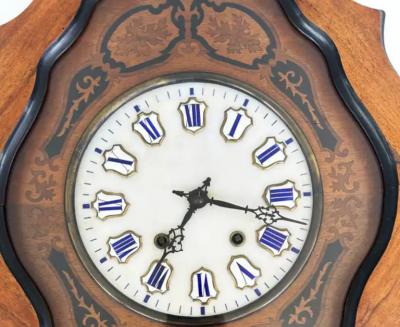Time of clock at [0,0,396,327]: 7:17
